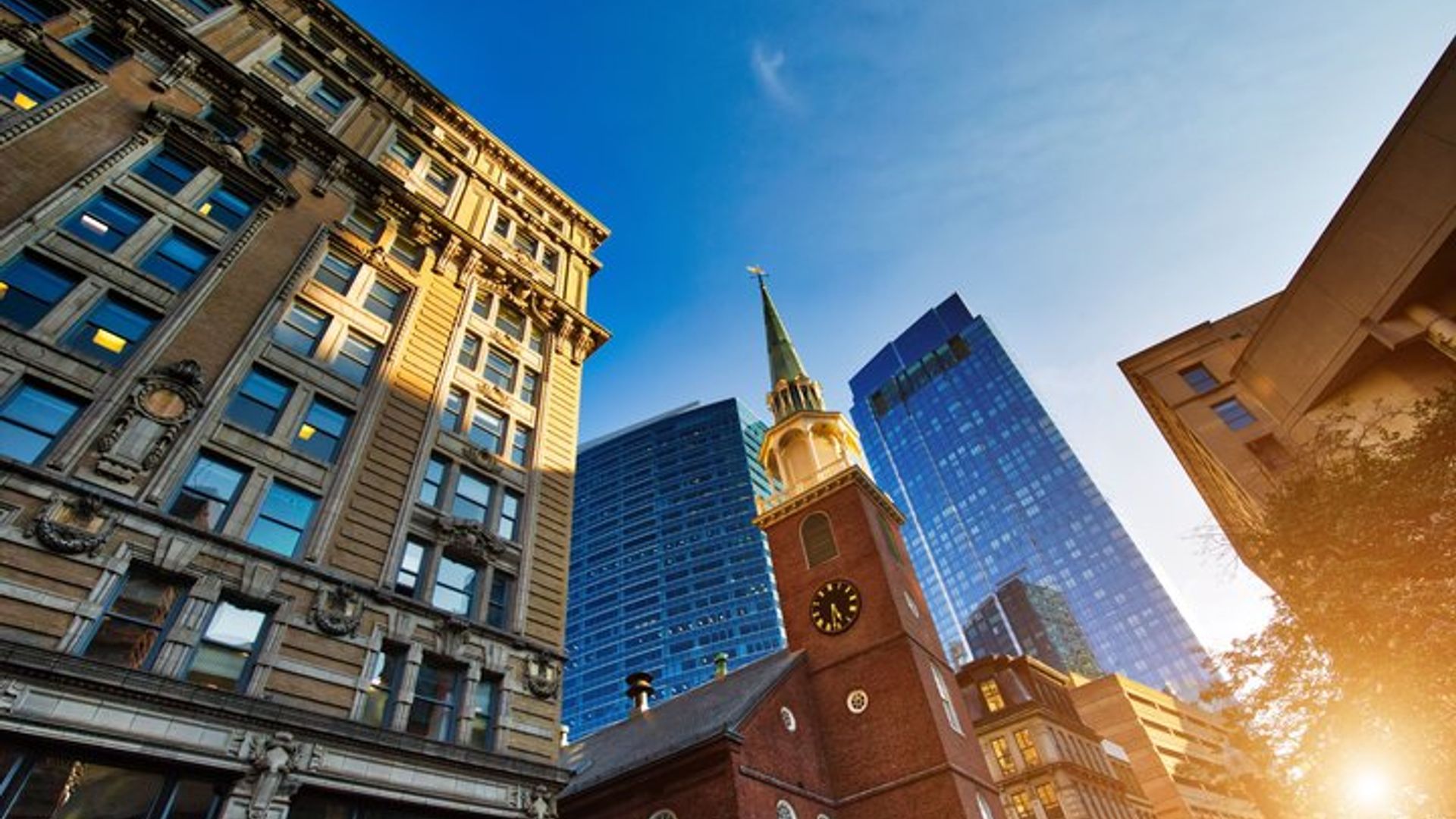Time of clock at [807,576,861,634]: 4:28
